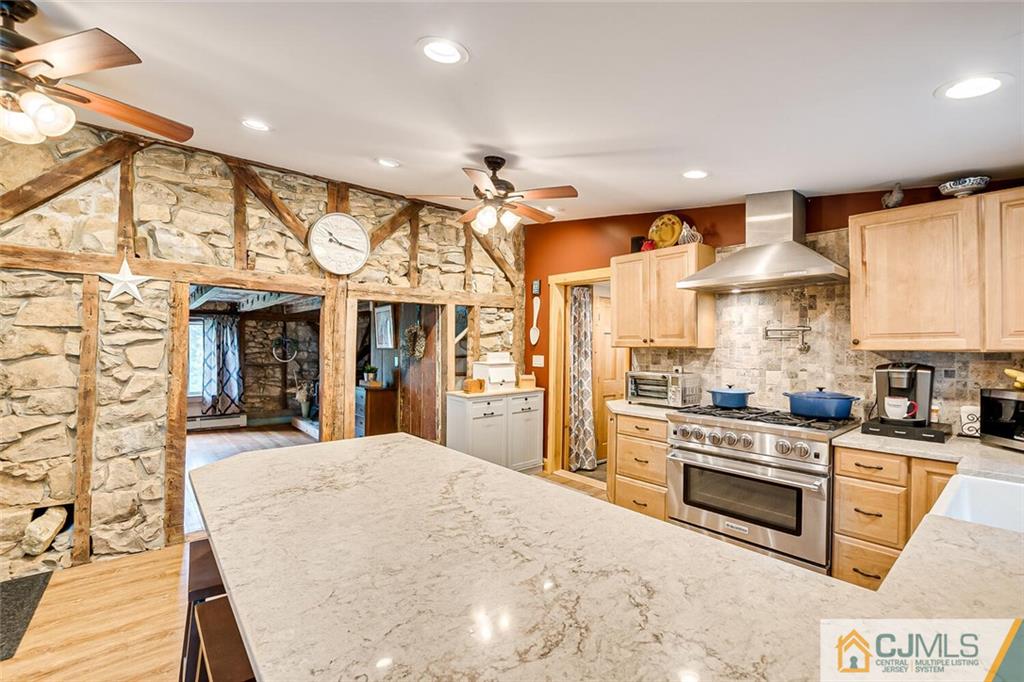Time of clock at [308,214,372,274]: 10:17
